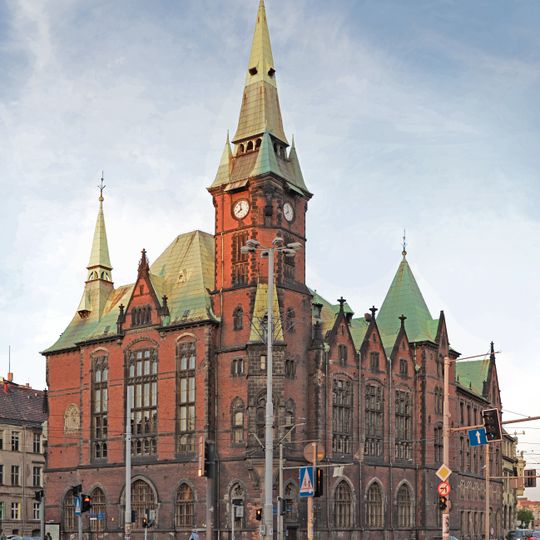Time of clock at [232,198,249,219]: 7:58
